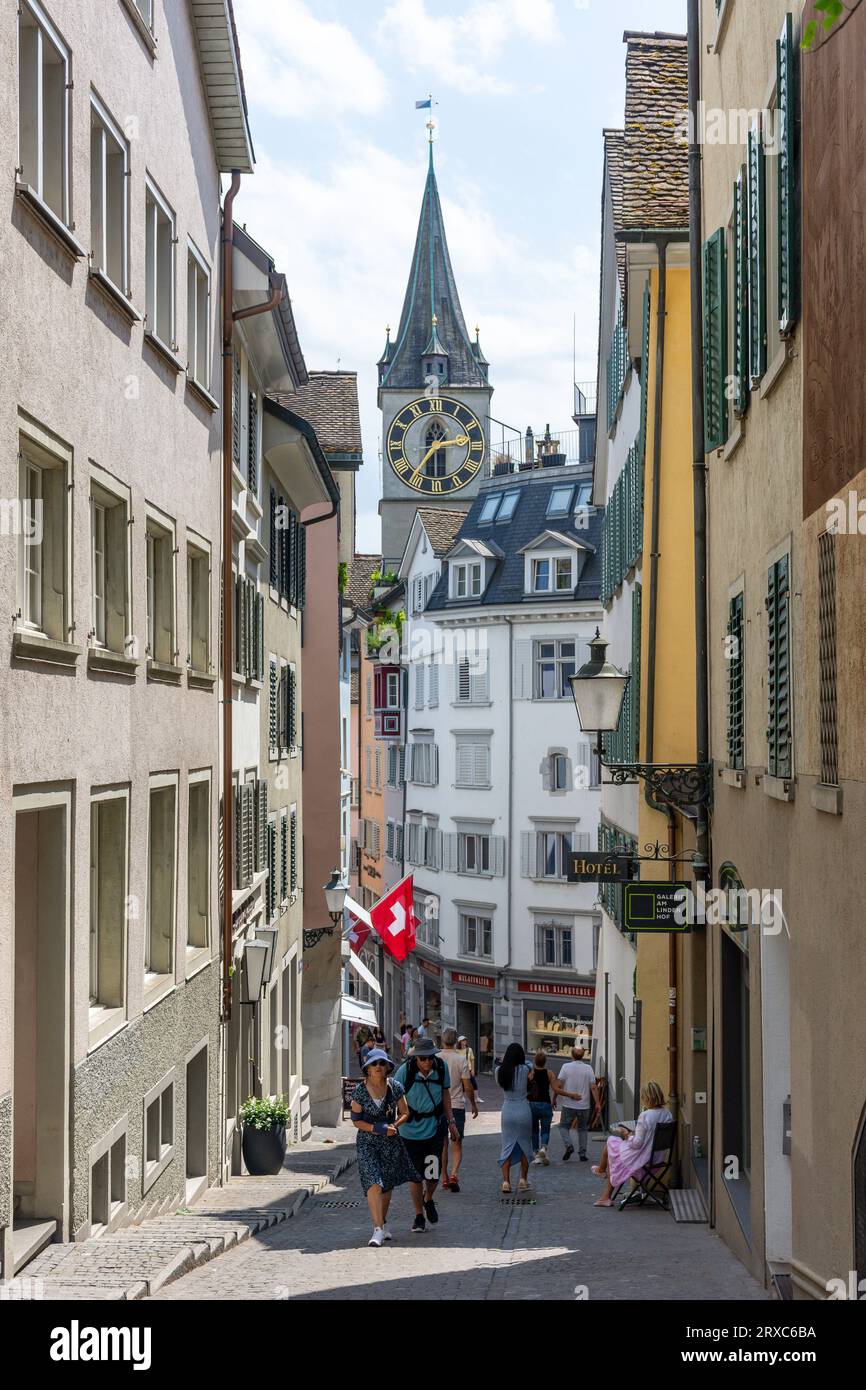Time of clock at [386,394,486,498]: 2:36
